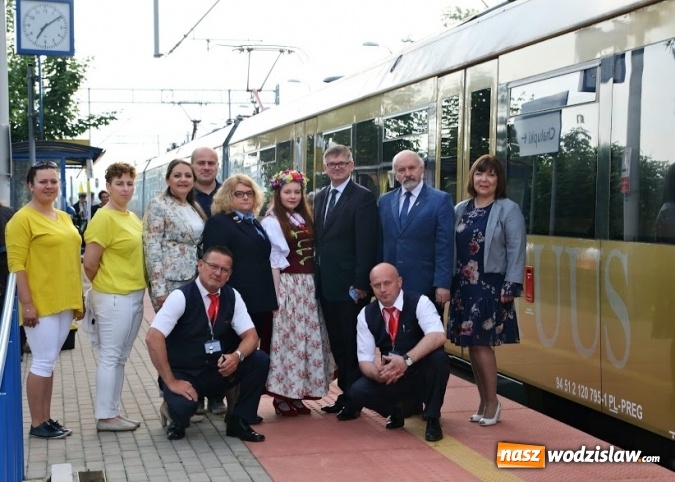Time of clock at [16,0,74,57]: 7:09
